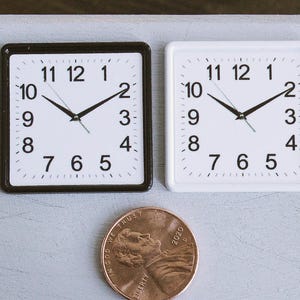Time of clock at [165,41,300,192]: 10:09
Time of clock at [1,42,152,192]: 10:09
